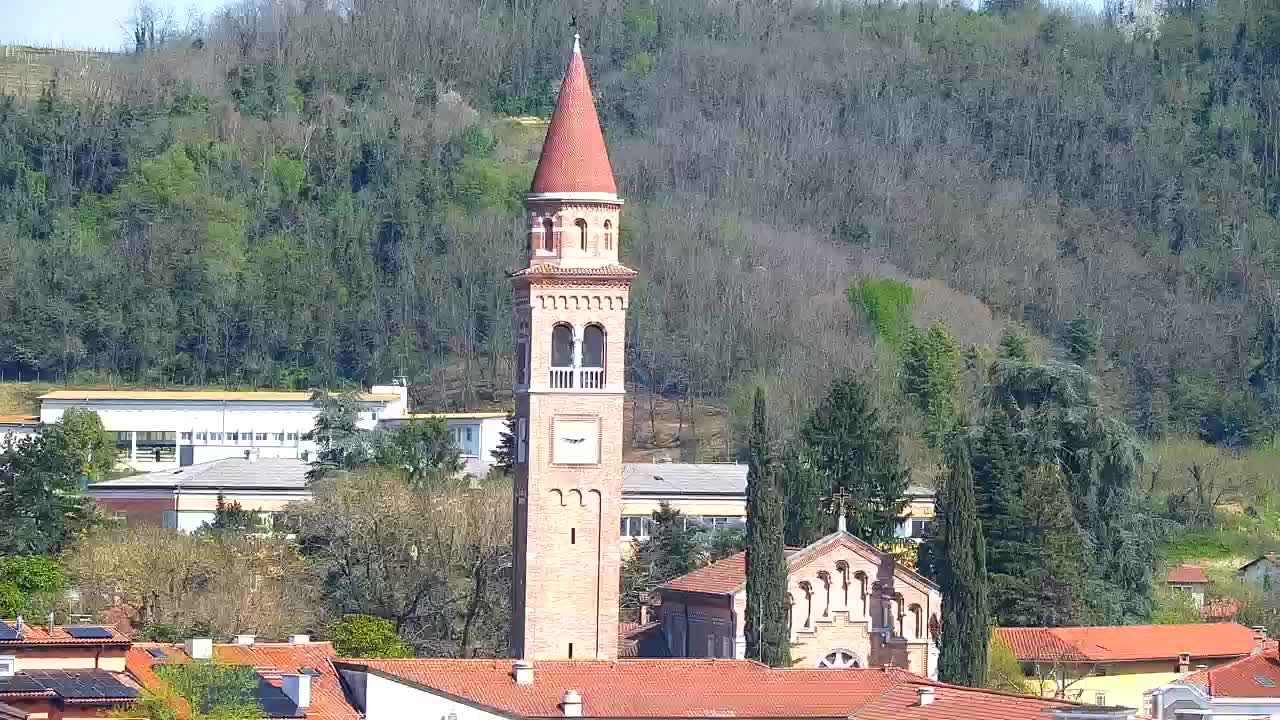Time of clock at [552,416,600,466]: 2:46
